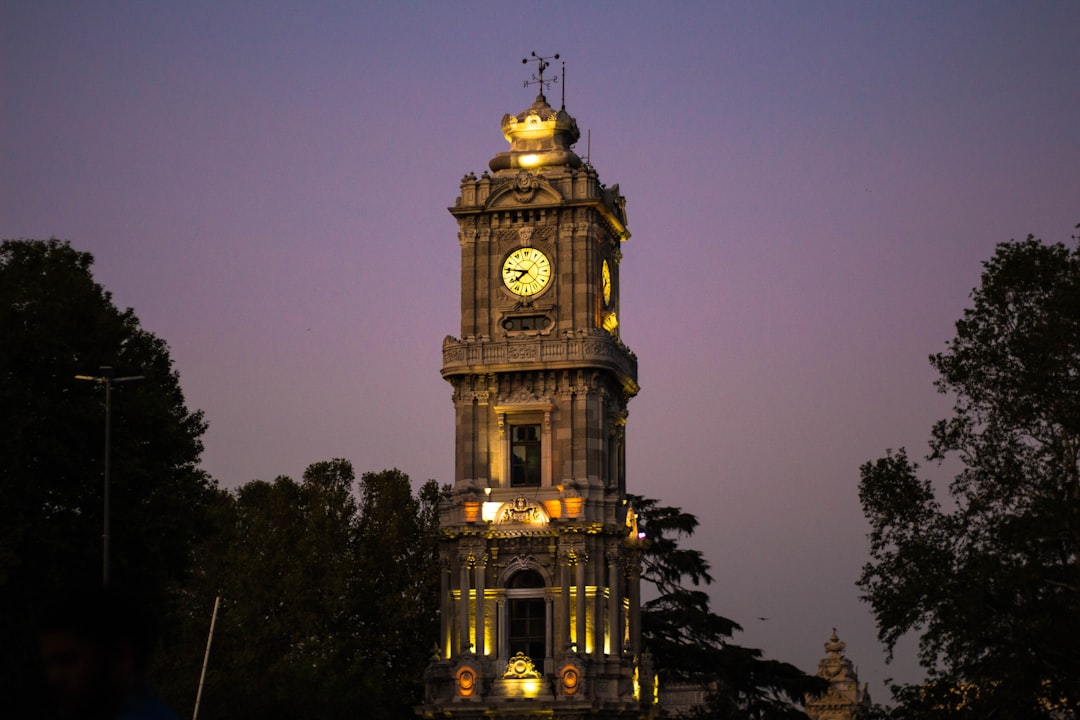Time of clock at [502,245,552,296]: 7:46
